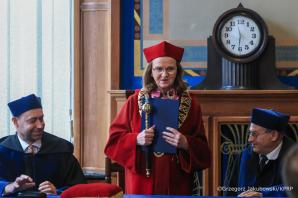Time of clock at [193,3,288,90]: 11:31
